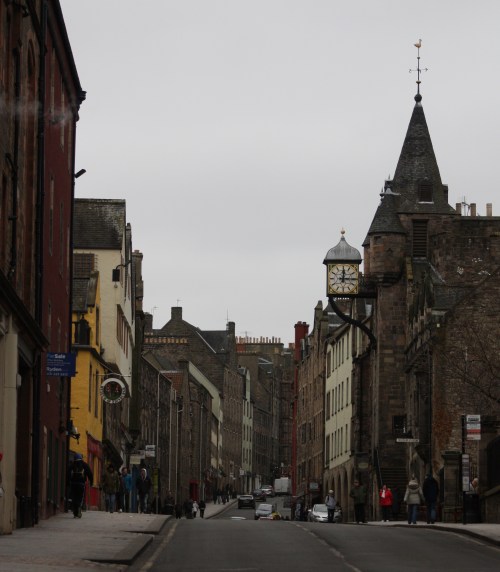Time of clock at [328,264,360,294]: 12:14
